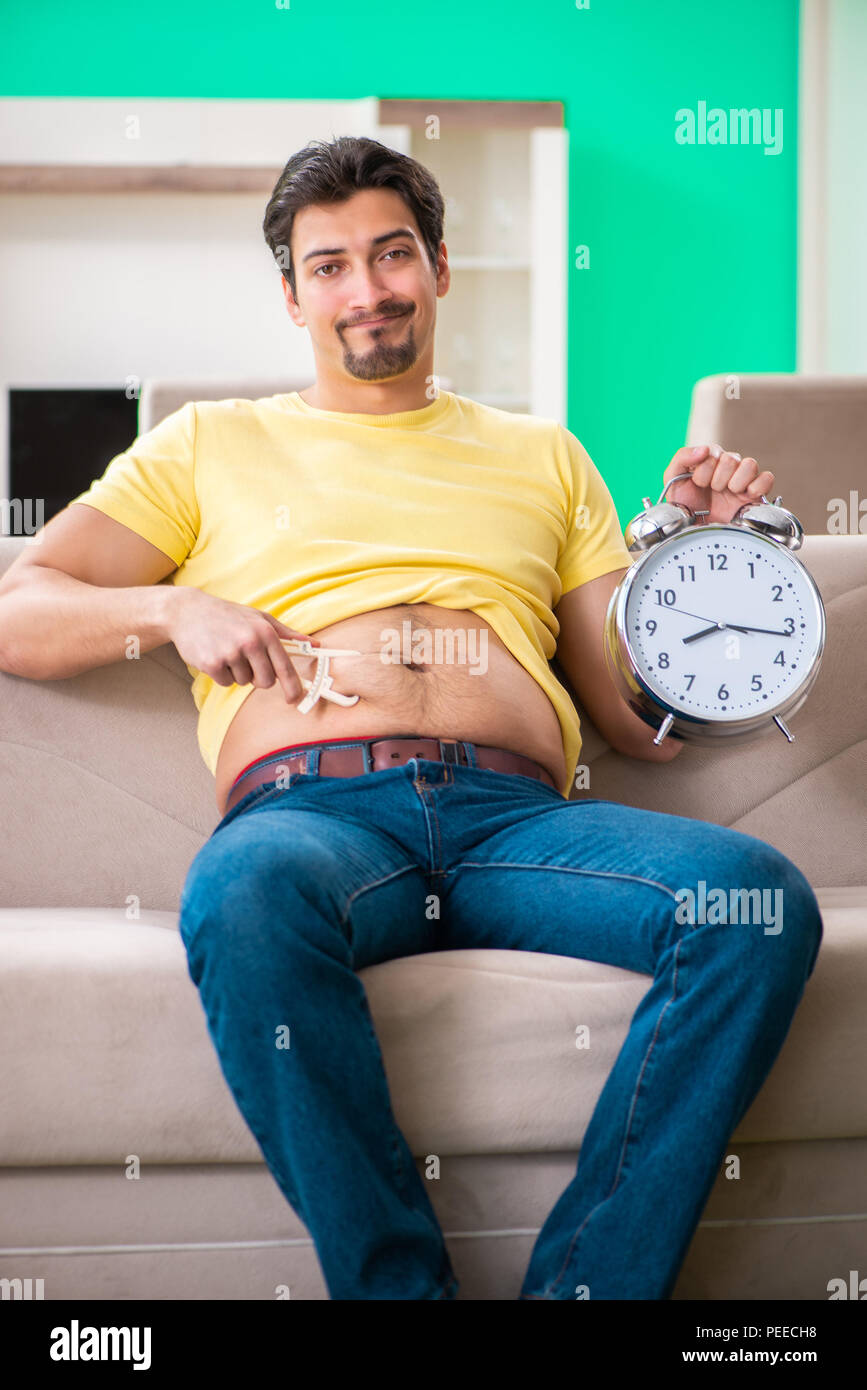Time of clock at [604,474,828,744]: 8:16
